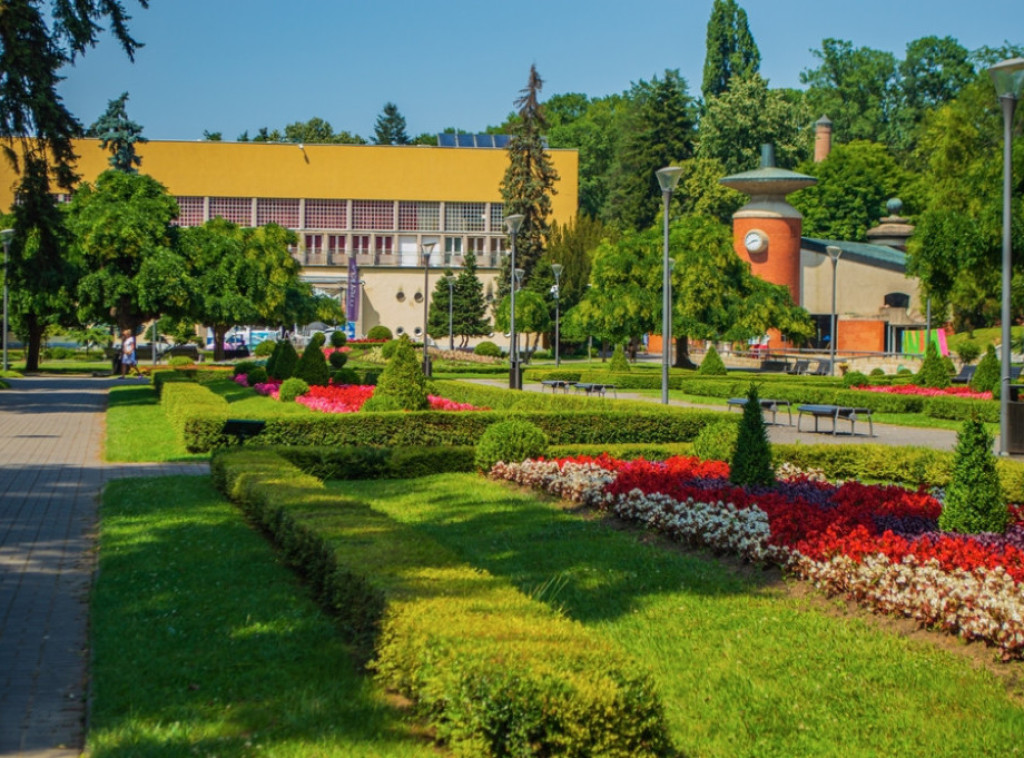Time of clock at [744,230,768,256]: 2:40
